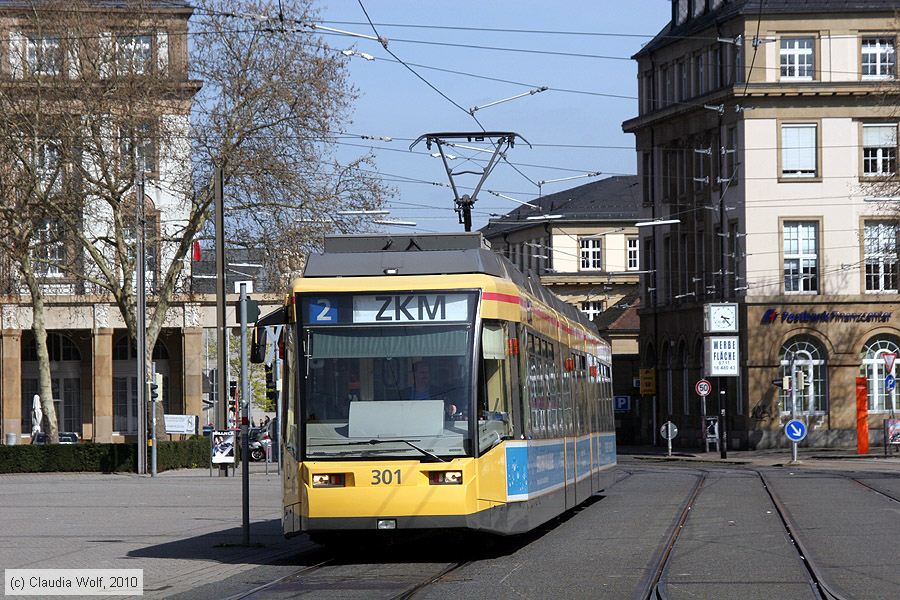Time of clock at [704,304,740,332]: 3:22
